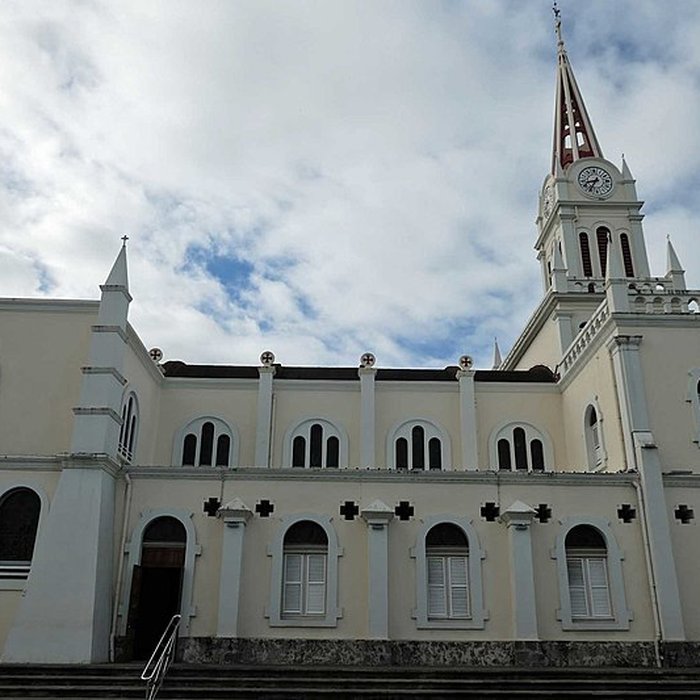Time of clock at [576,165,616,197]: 8:34
